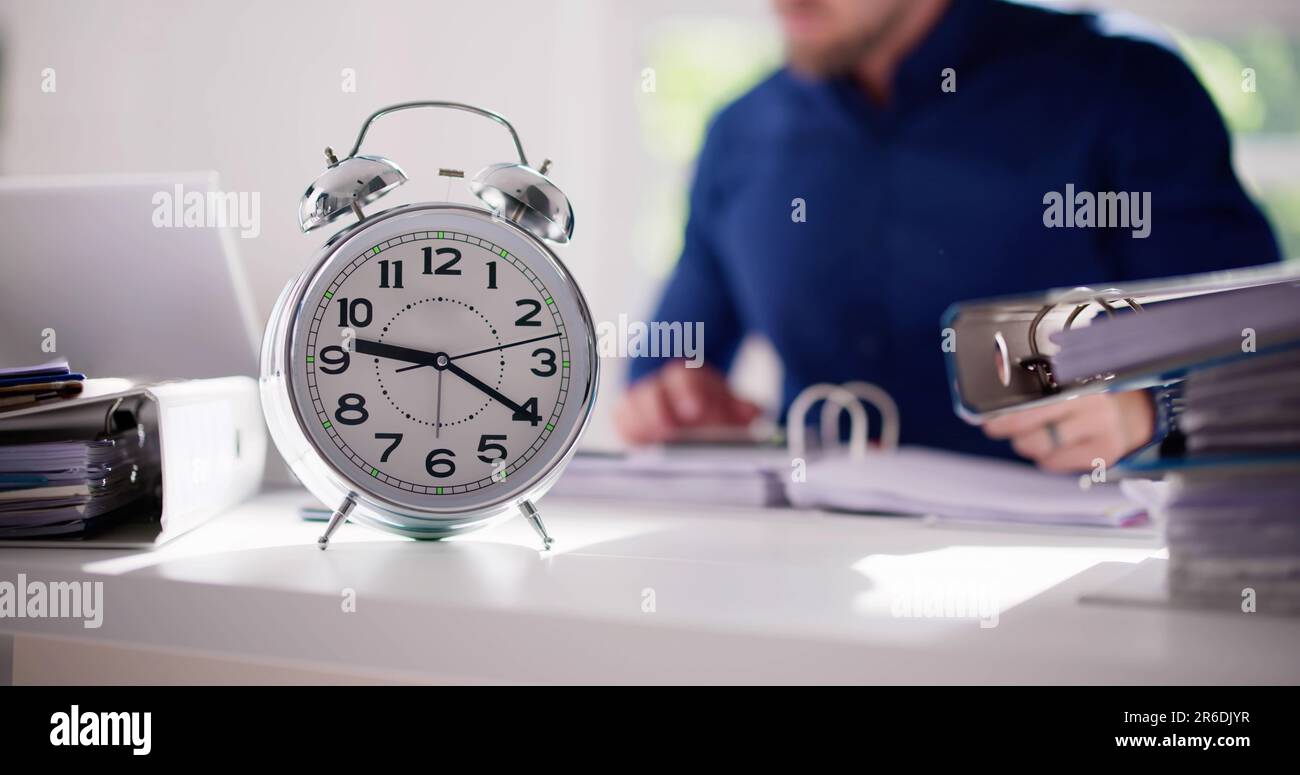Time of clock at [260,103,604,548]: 9:20
